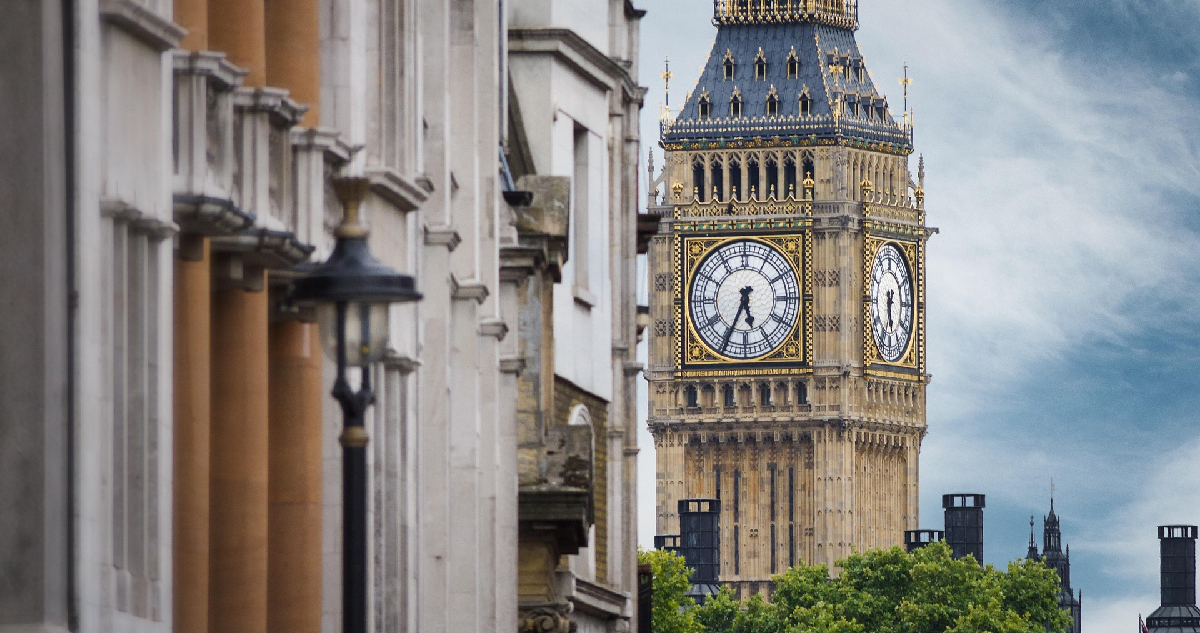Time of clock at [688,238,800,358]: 5:34
